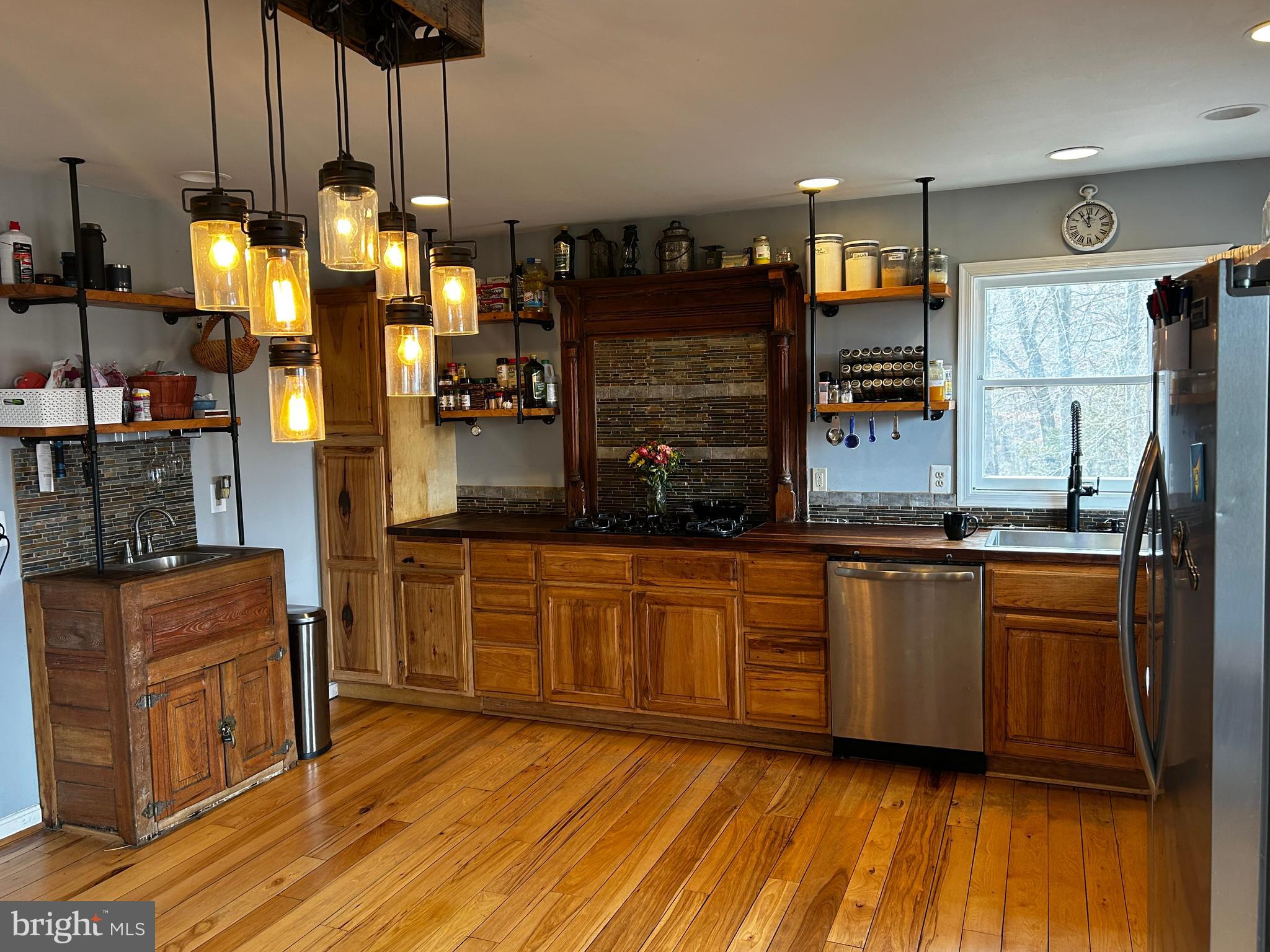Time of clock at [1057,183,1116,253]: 11:54
